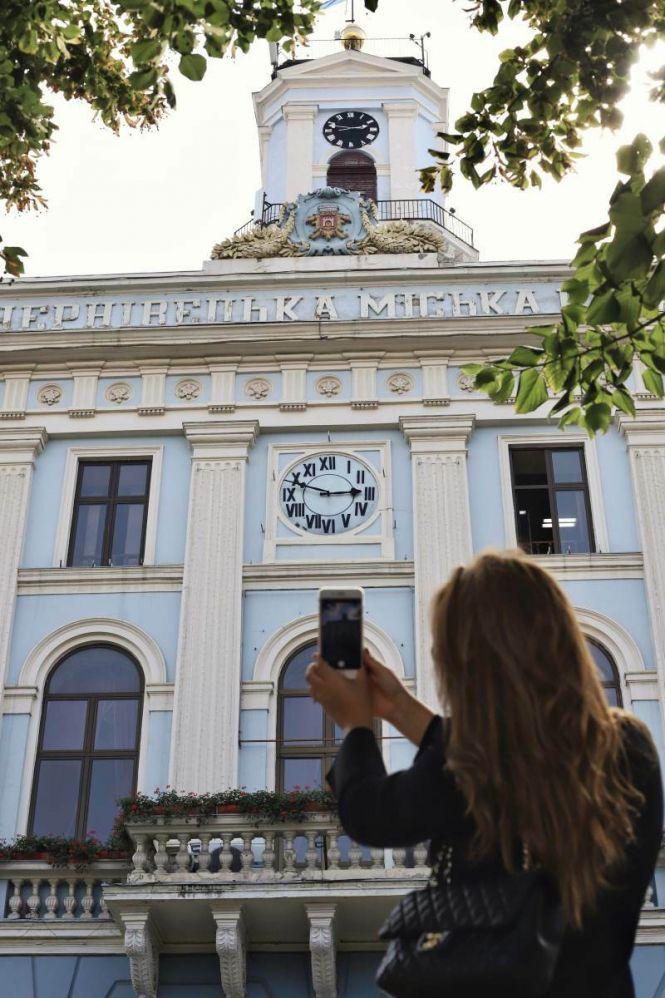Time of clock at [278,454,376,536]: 2:48
